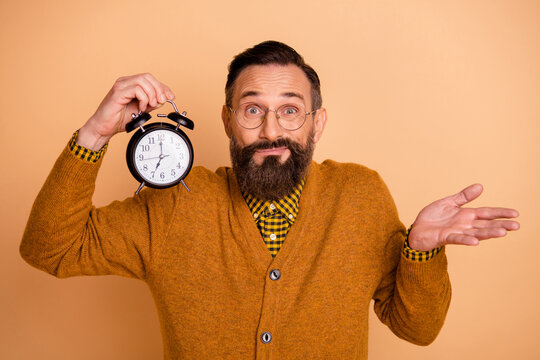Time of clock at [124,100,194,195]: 7:00
